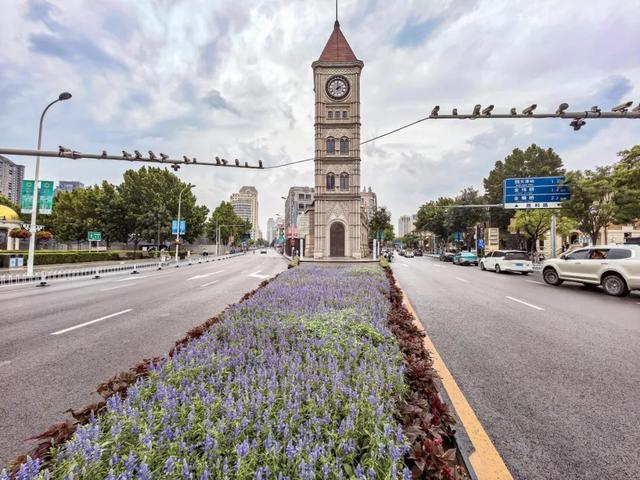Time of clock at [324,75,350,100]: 1:59
